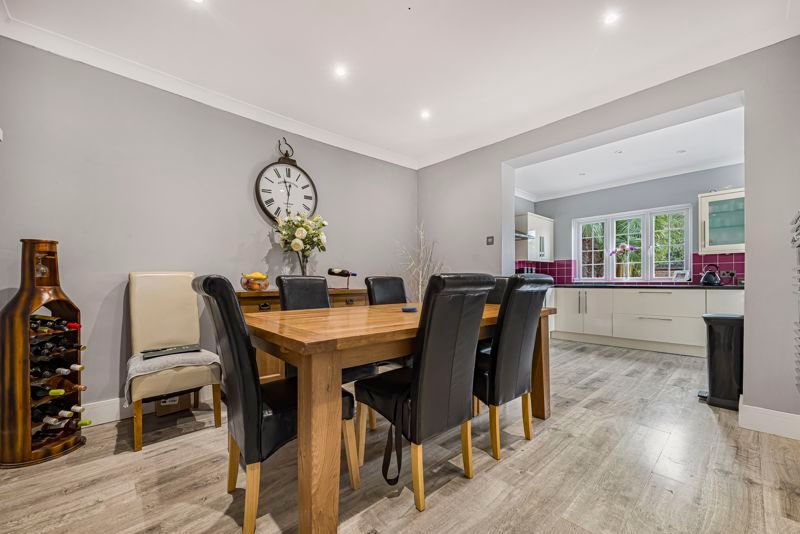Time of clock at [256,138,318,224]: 11:31
